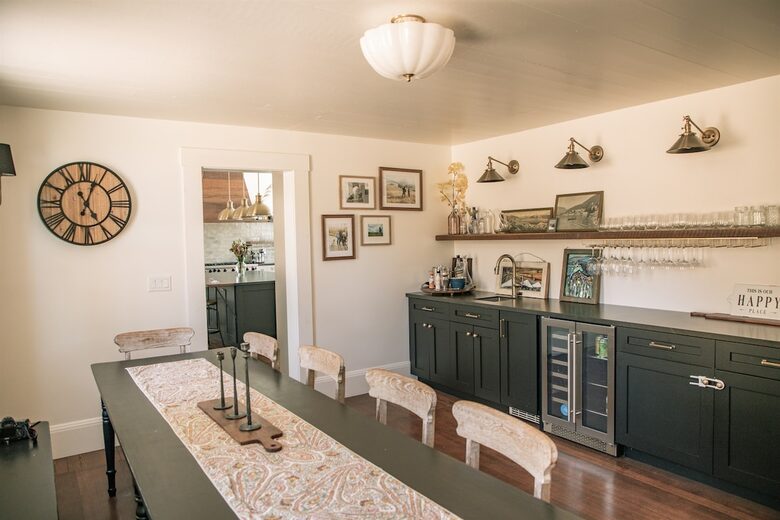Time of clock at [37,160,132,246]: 5:03
